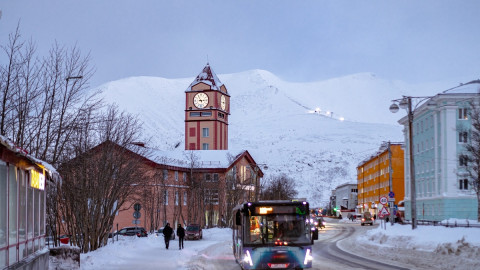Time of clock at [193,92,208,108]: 11:14
